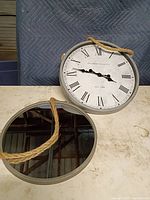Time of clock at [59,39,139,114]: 3:47
